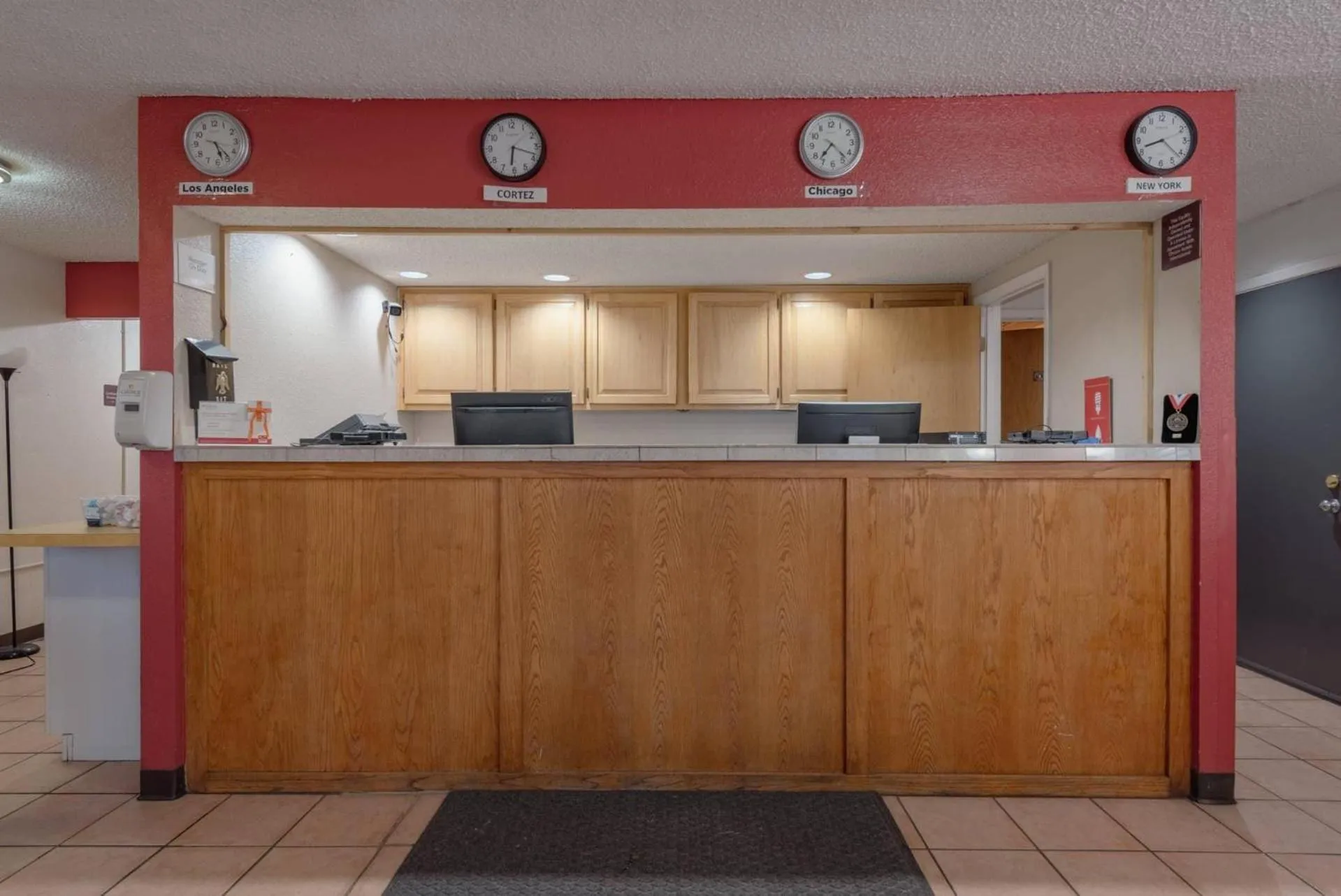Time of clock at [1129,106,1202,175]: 8:21
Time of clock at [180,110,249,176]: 5:23
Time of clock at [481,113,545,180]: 6:18
